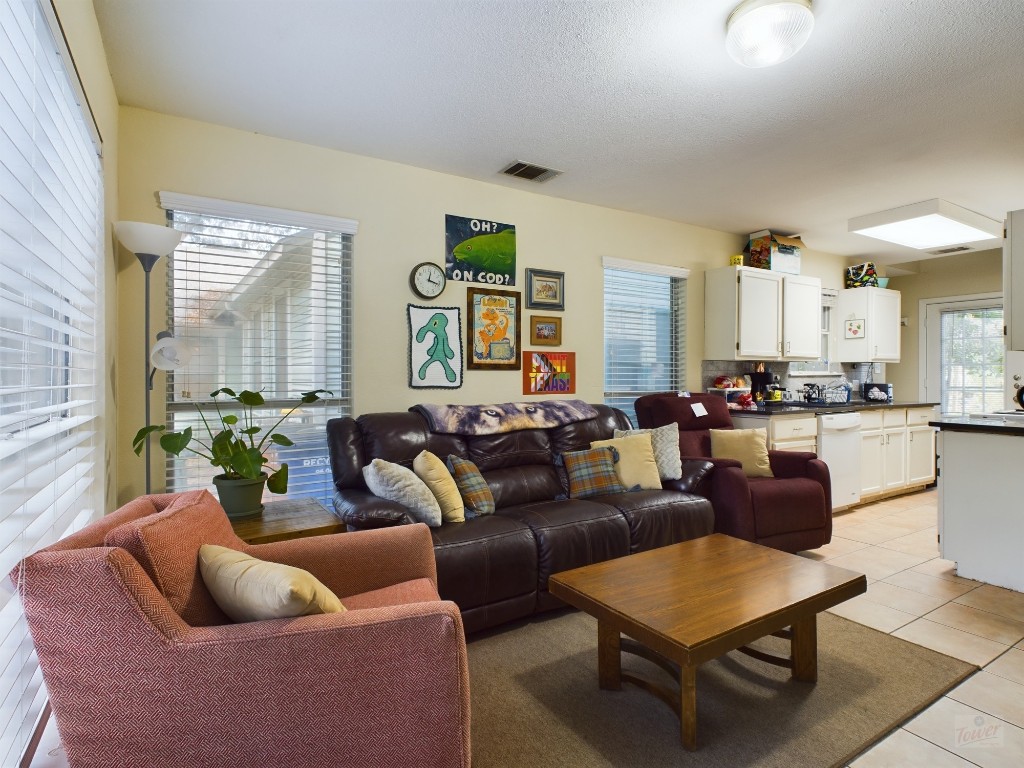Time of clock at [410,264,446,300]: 12:17
